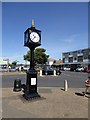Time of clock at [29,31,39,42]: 10:37
